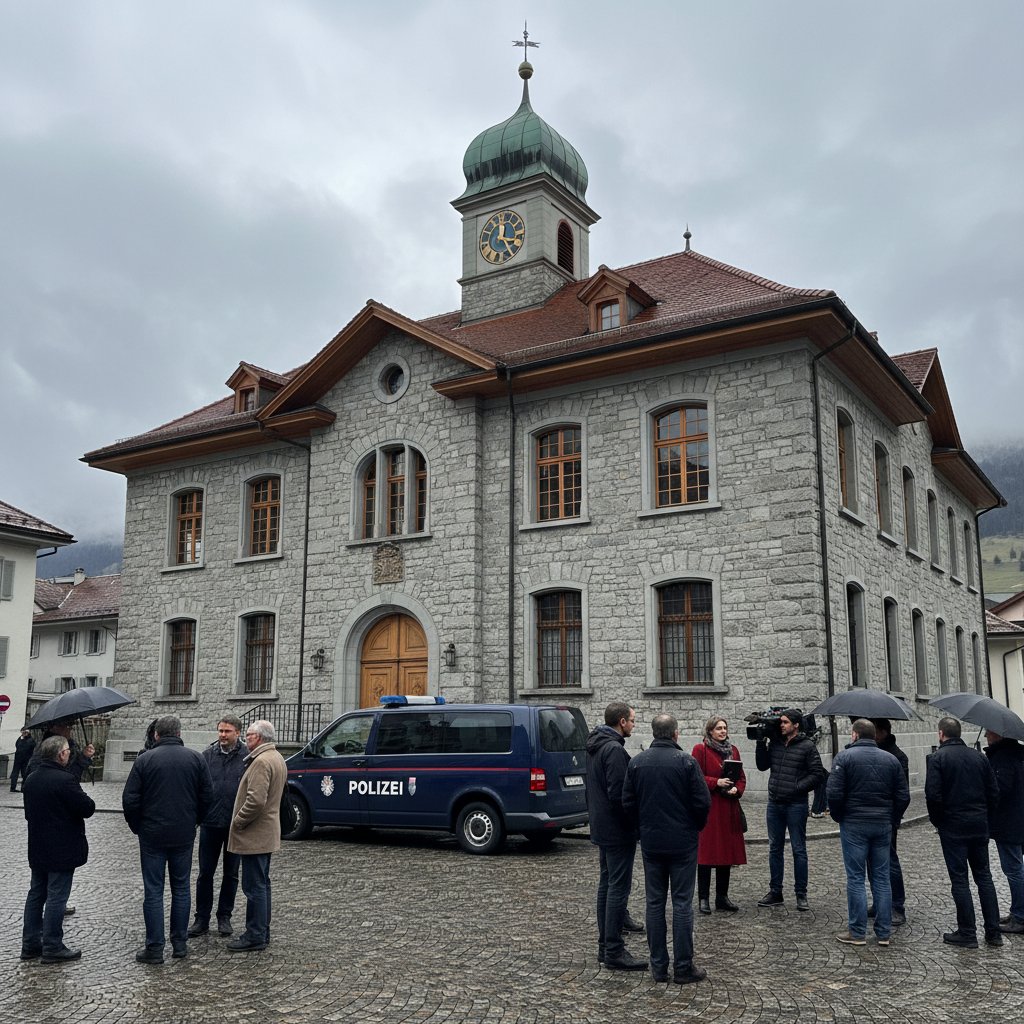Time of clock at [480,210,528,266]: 12:24
